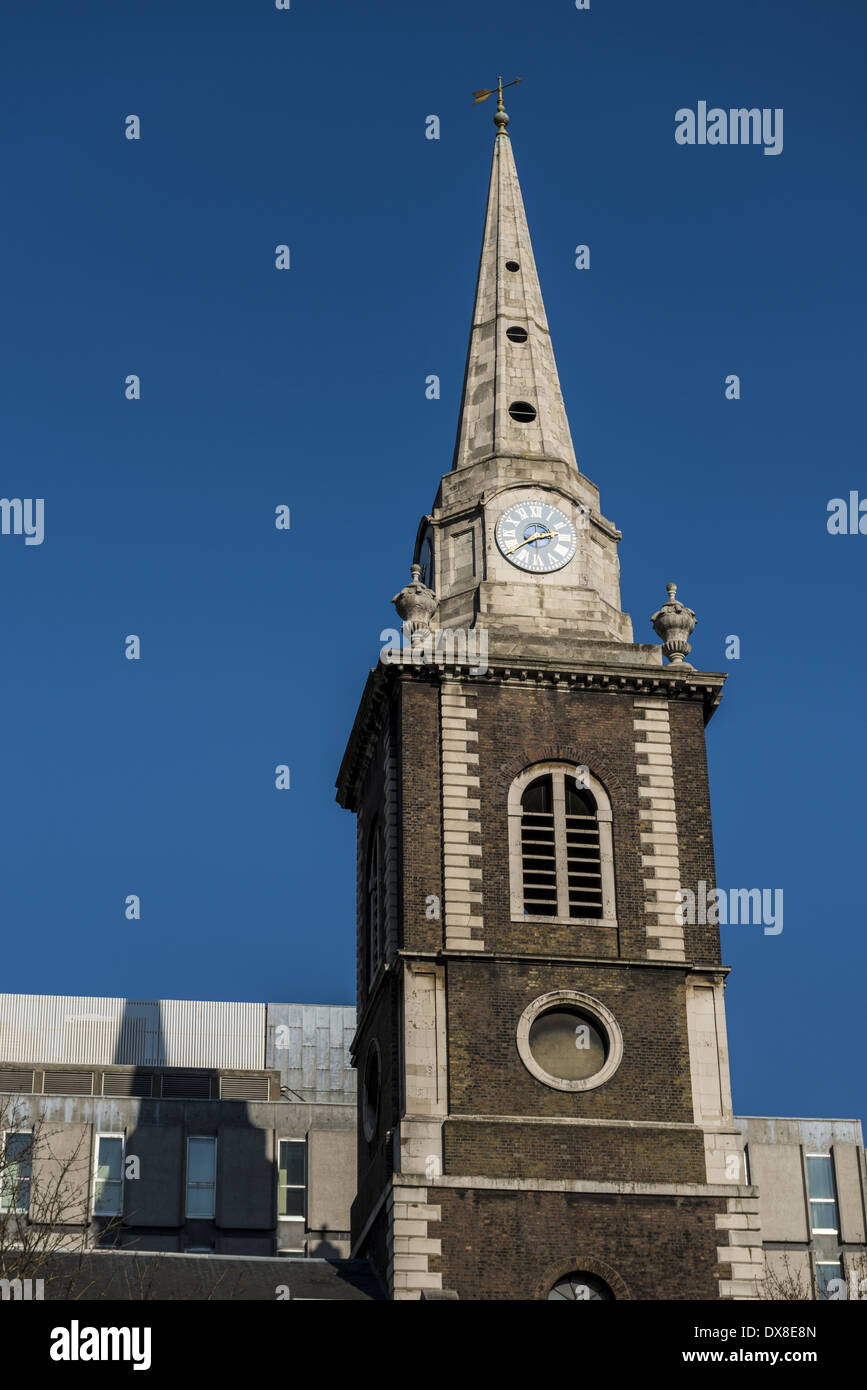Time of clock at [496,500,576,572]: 2:39
